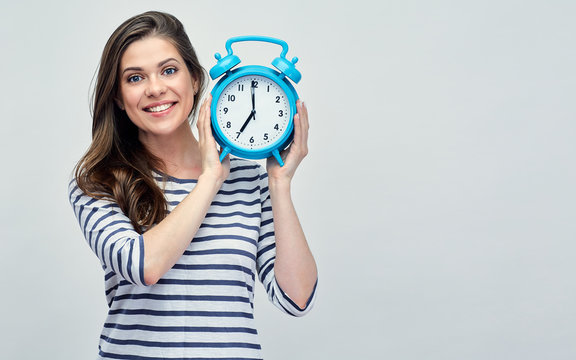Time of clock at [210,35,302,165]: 6:59
